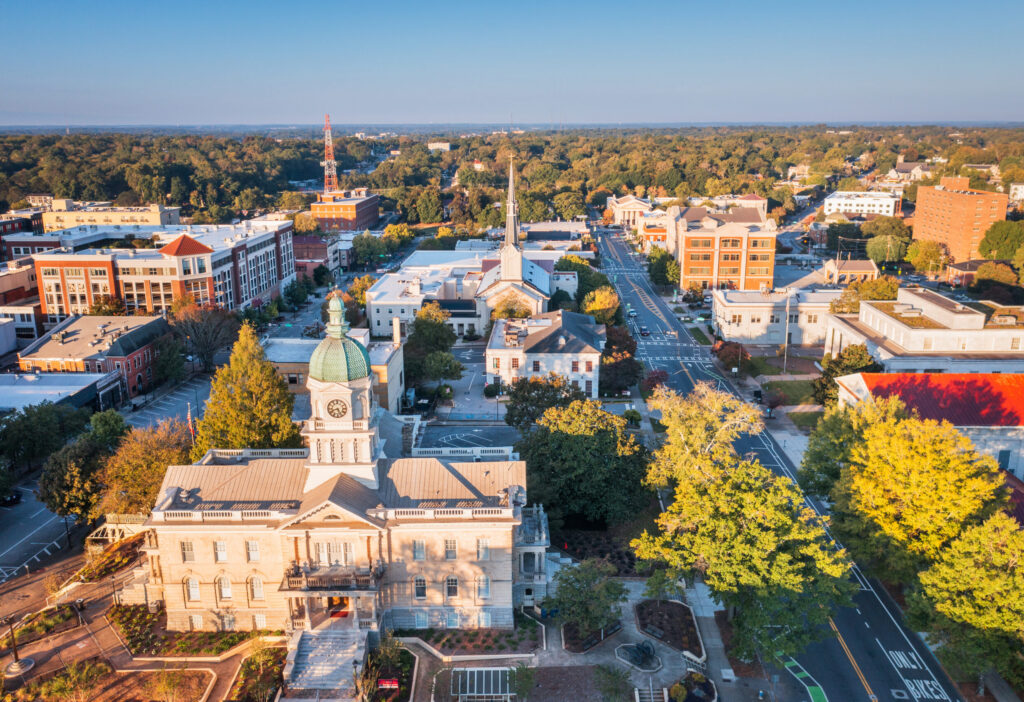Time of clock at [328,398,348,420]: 8:26
